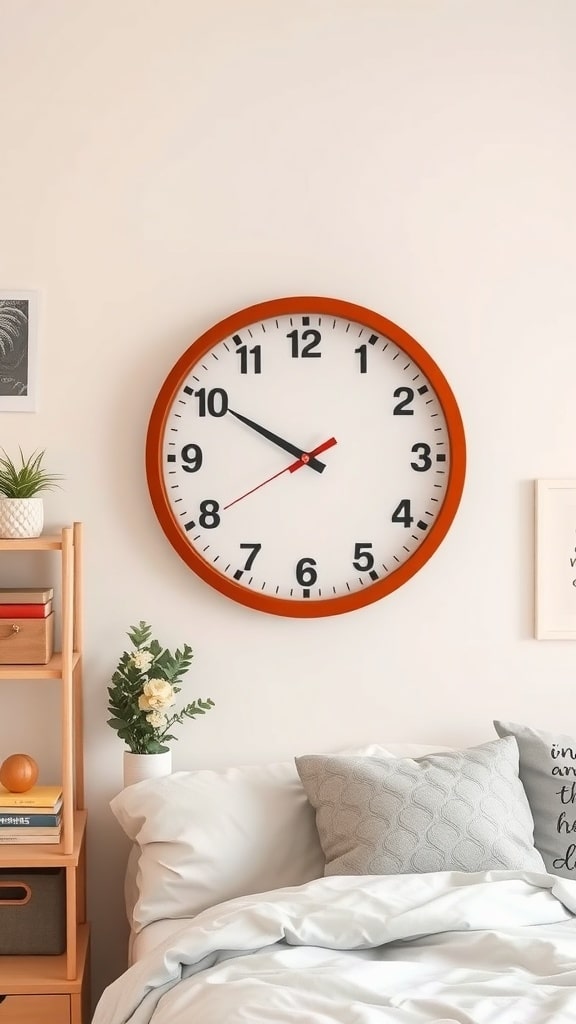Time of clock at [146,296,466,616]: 9:50
